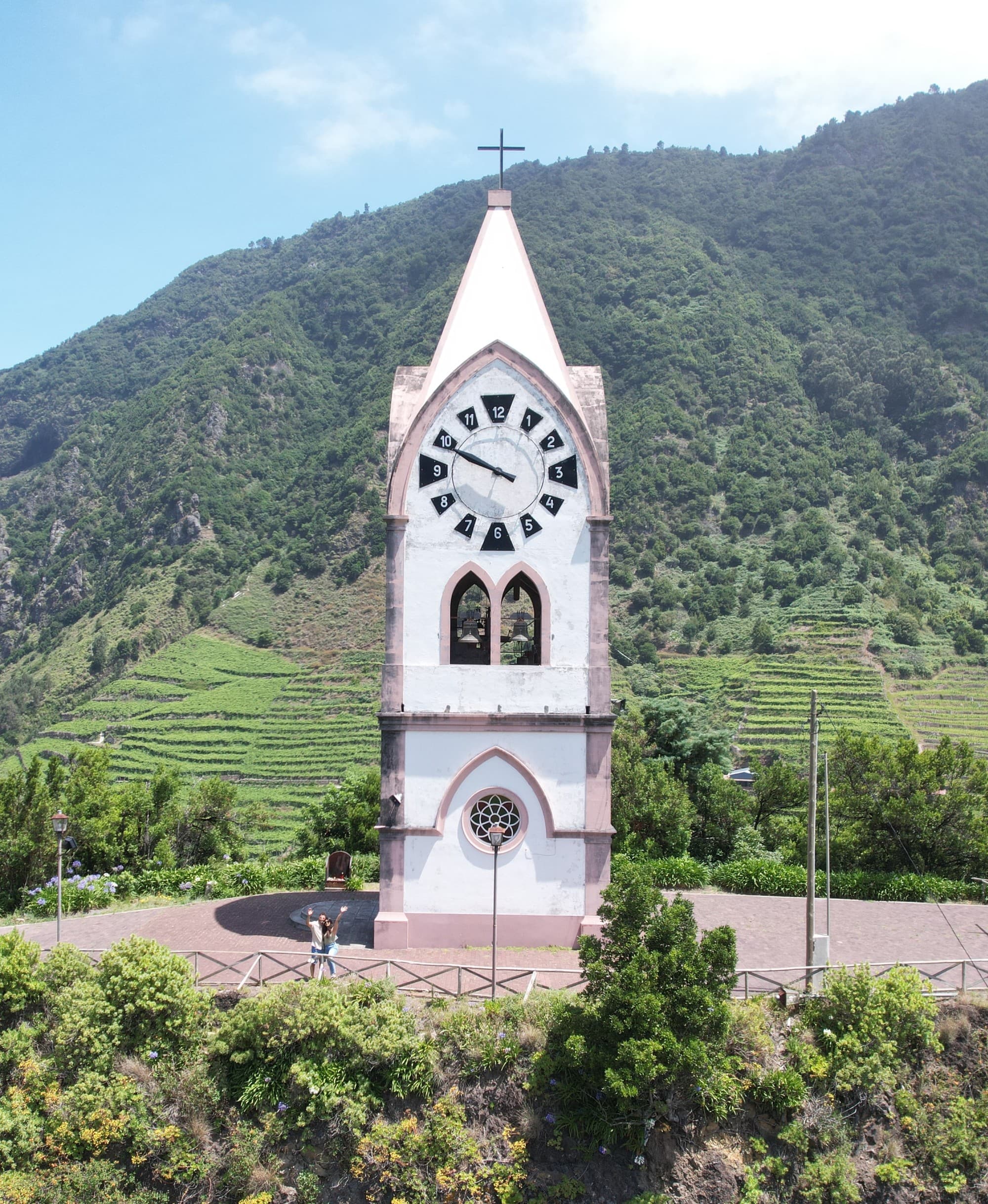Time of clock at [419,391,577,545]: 9:49
